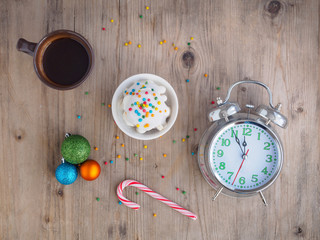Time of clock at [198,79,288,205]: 11:55
